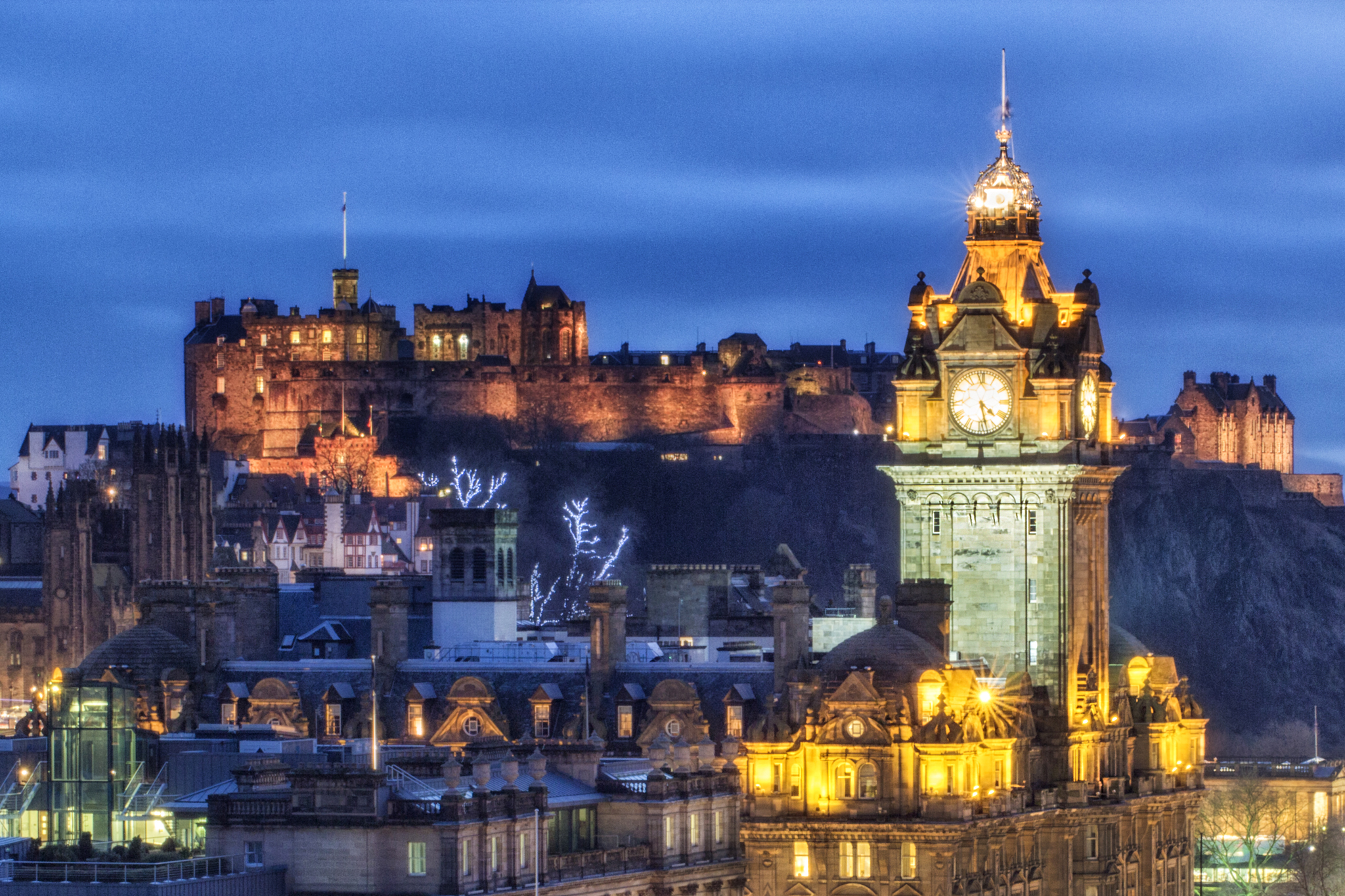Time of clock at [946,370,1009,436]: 4:27
